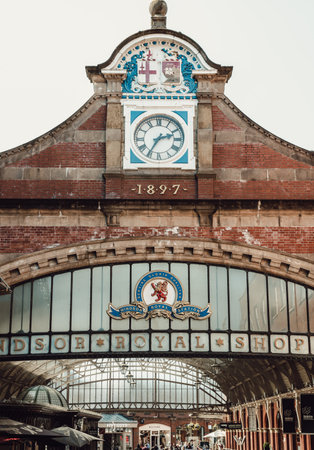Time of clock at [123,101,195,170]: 2:35
